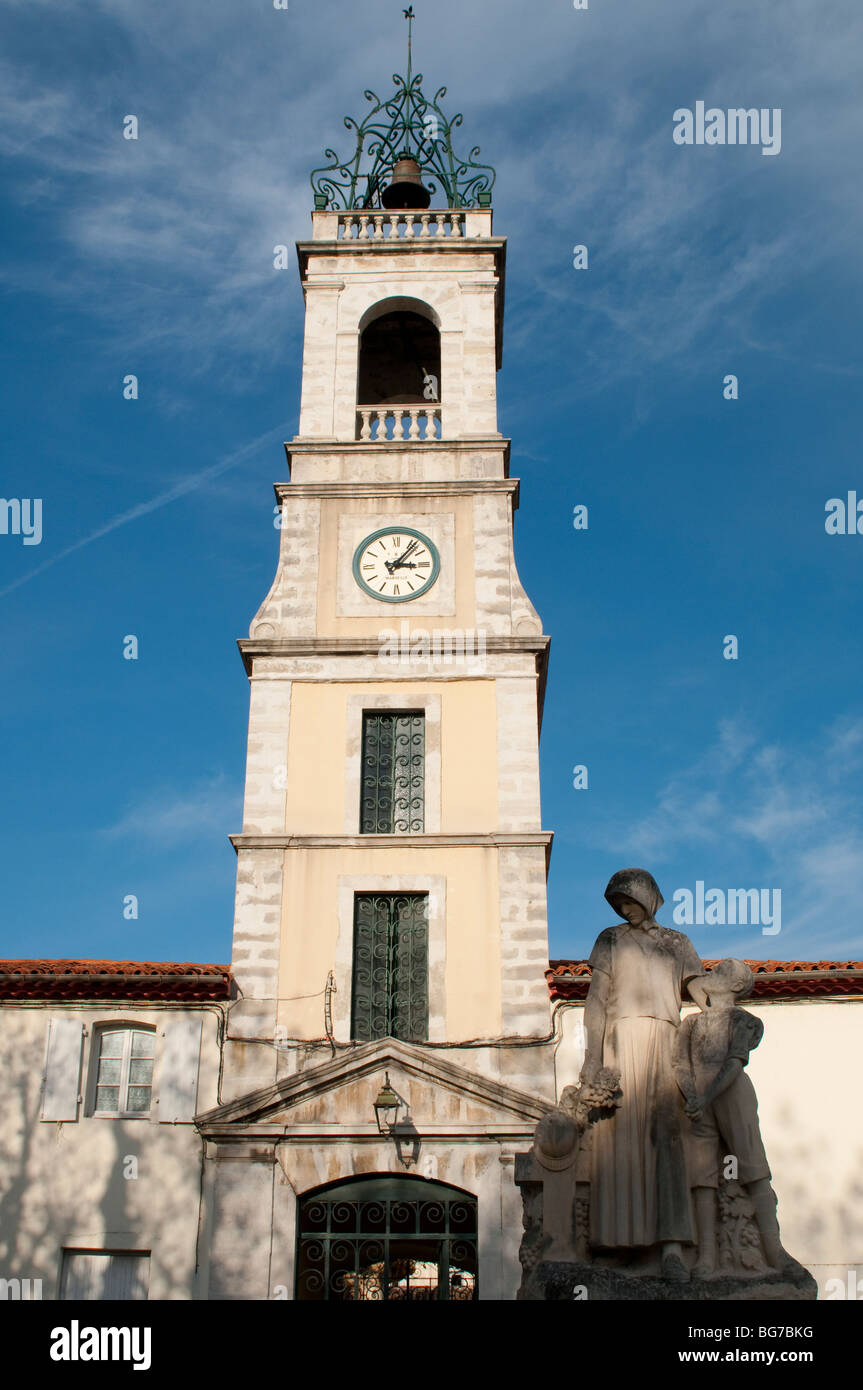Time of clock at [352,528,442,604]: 3:06
